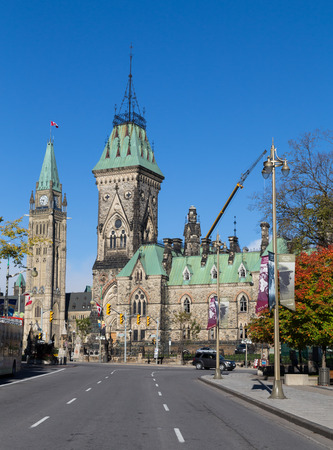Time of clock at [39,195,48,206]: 9:33
